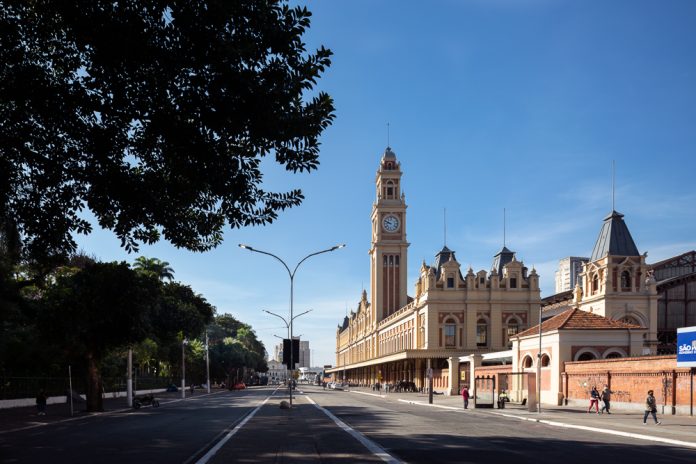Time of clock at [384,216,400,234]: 9:48
